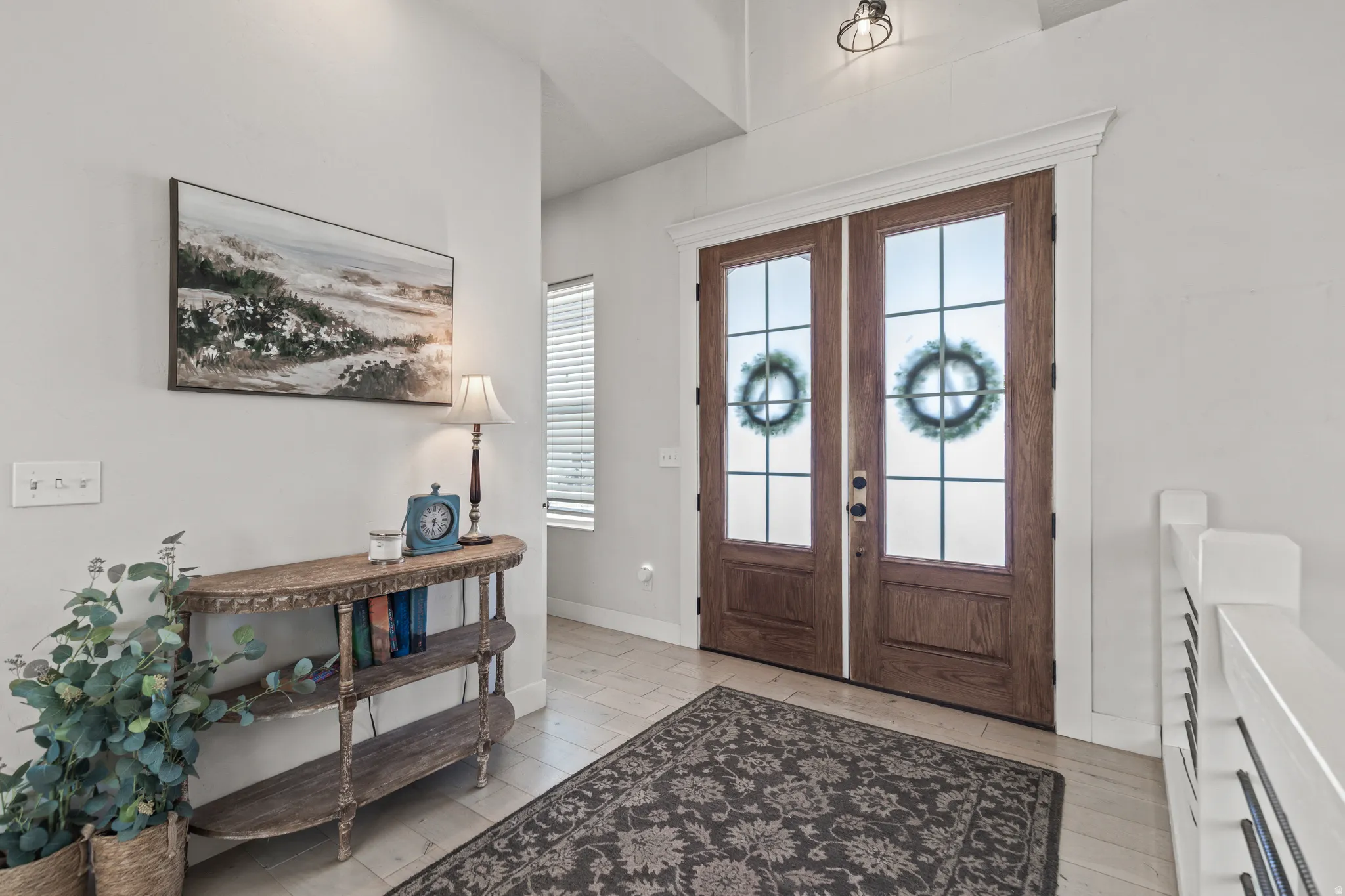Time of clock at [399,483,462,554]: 6:23
